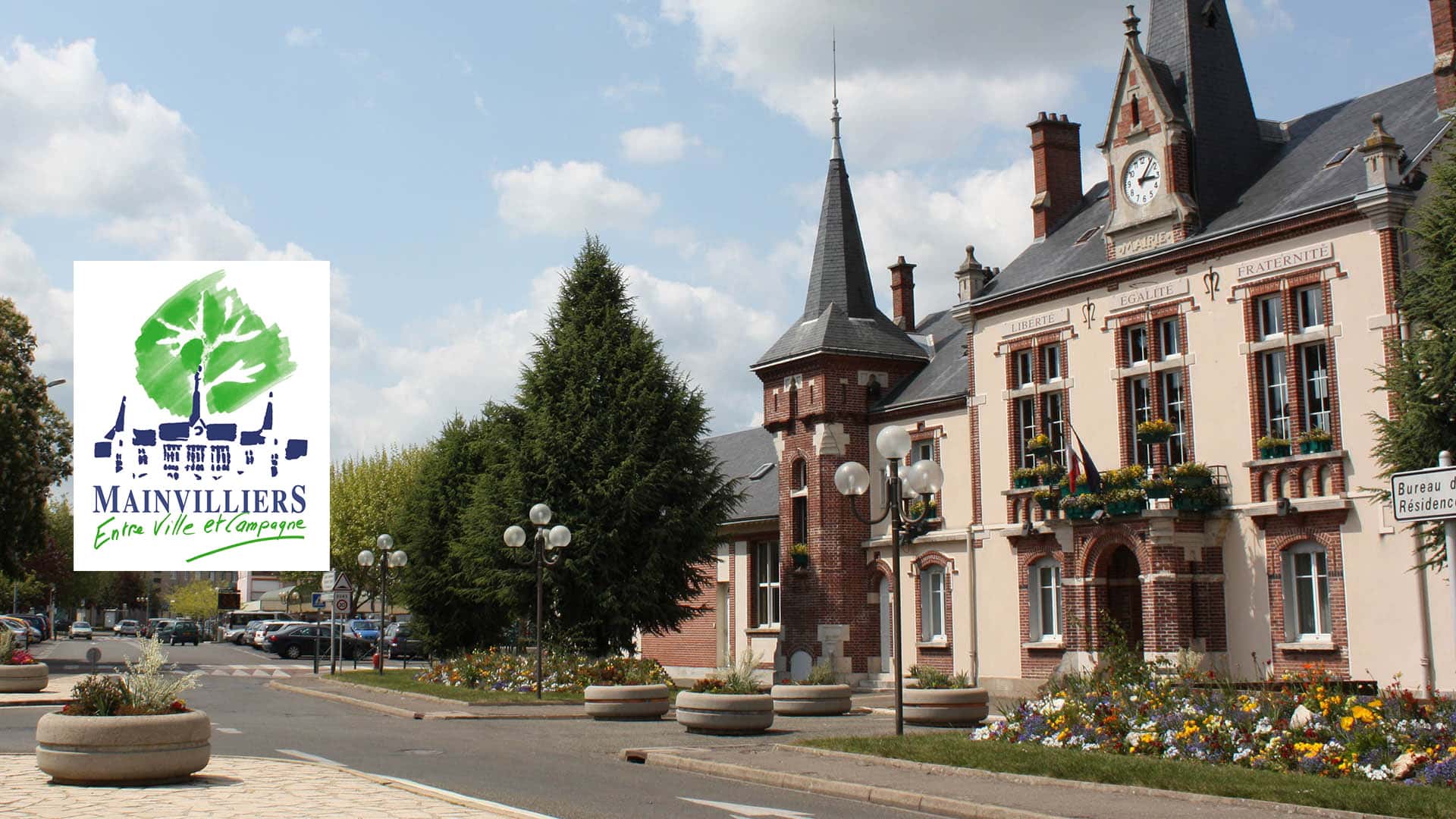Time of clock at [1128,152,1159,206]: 3:06
